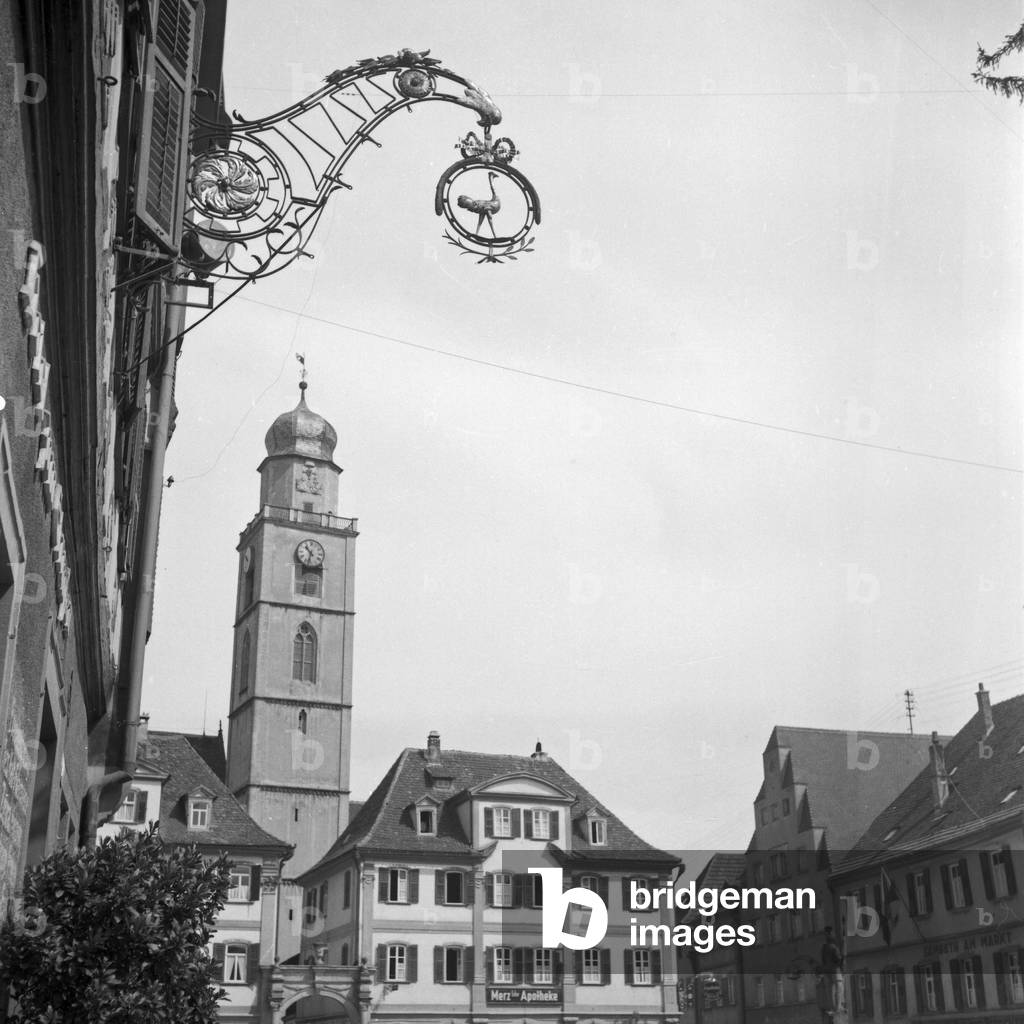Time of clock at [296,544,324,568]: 10:32
